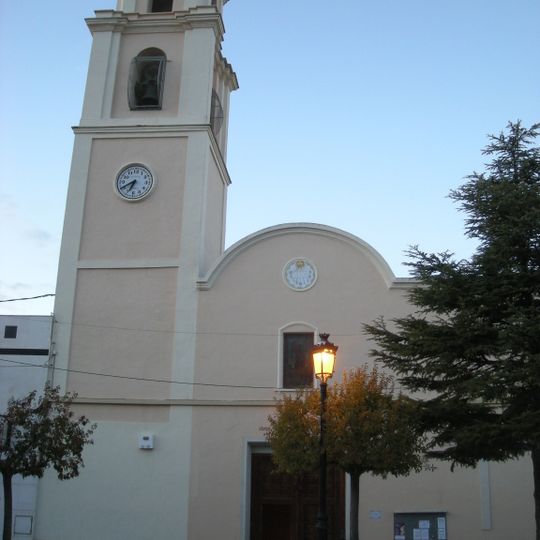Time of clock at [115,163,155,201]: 6:40
